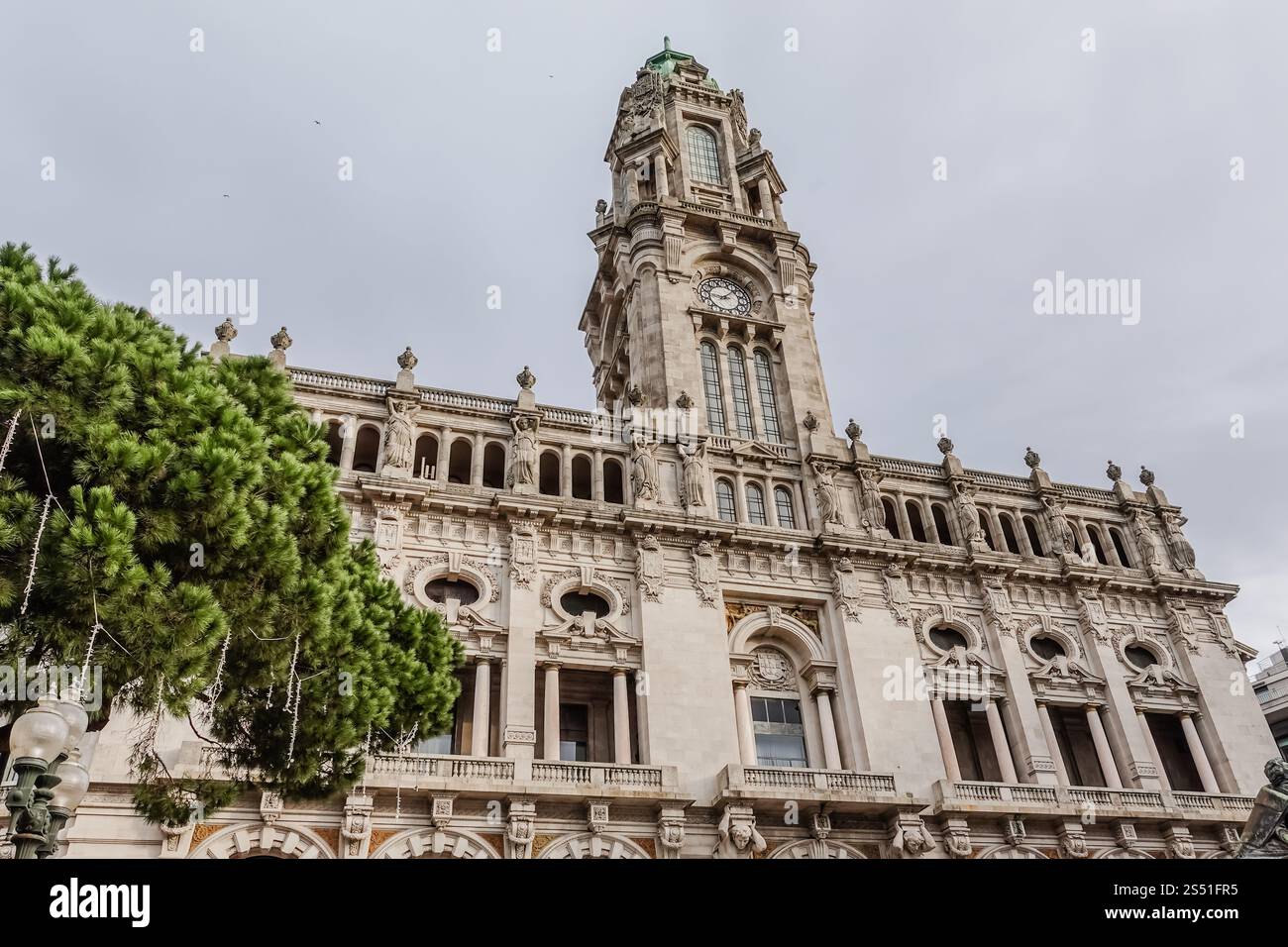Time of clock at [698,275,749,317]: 9:07
